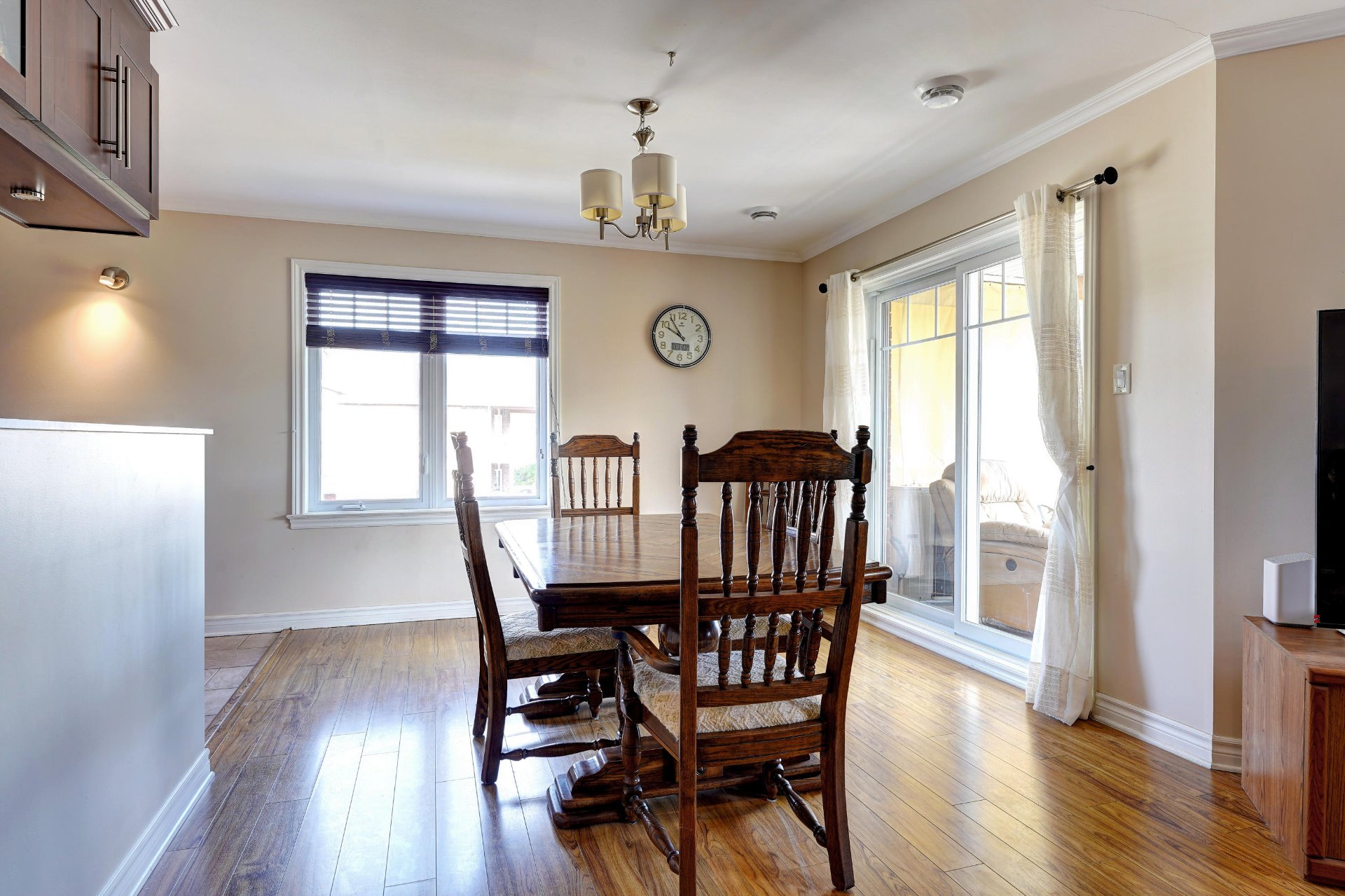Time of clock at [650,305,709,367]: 9:54
